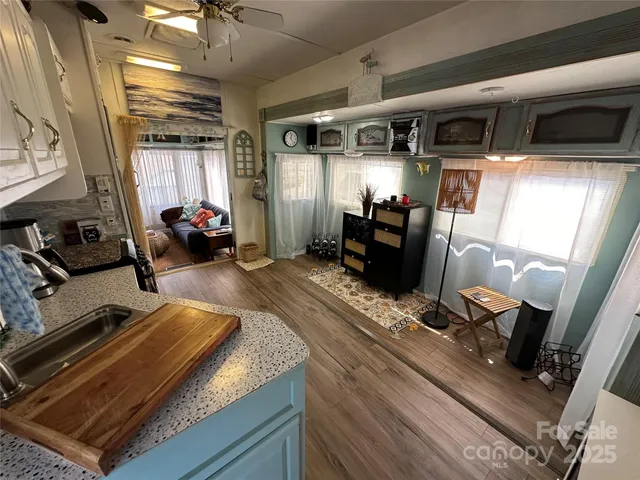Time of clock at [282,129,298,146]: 12:22
